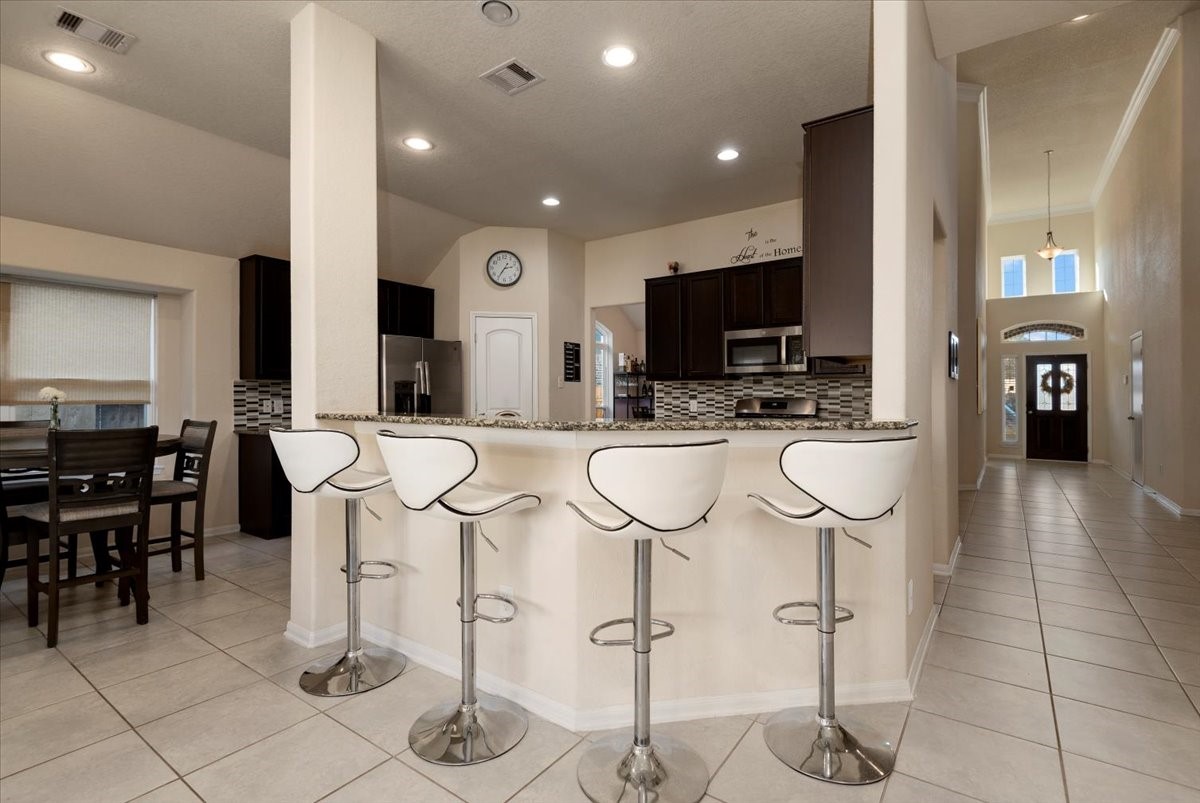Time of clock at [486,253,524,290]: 2:35
